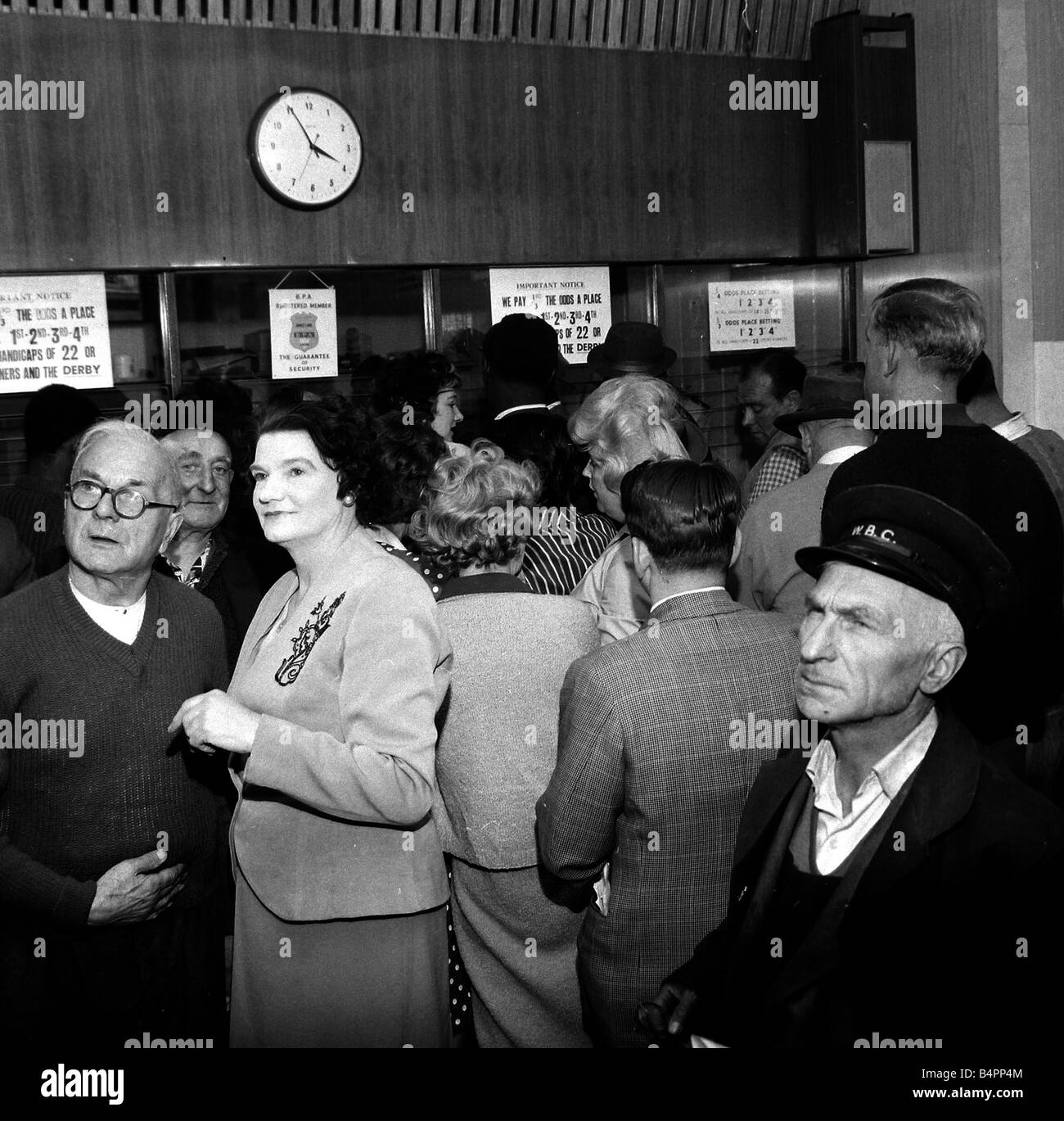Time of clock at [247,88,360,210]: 3:55
